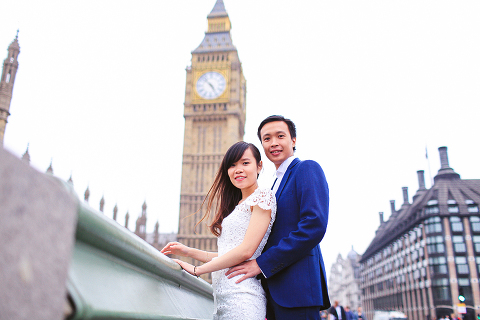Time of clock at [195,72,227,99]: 4:52
